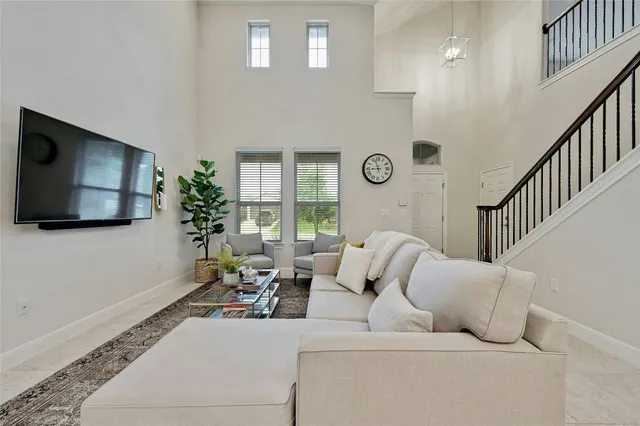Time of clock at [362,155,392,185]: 8:57
